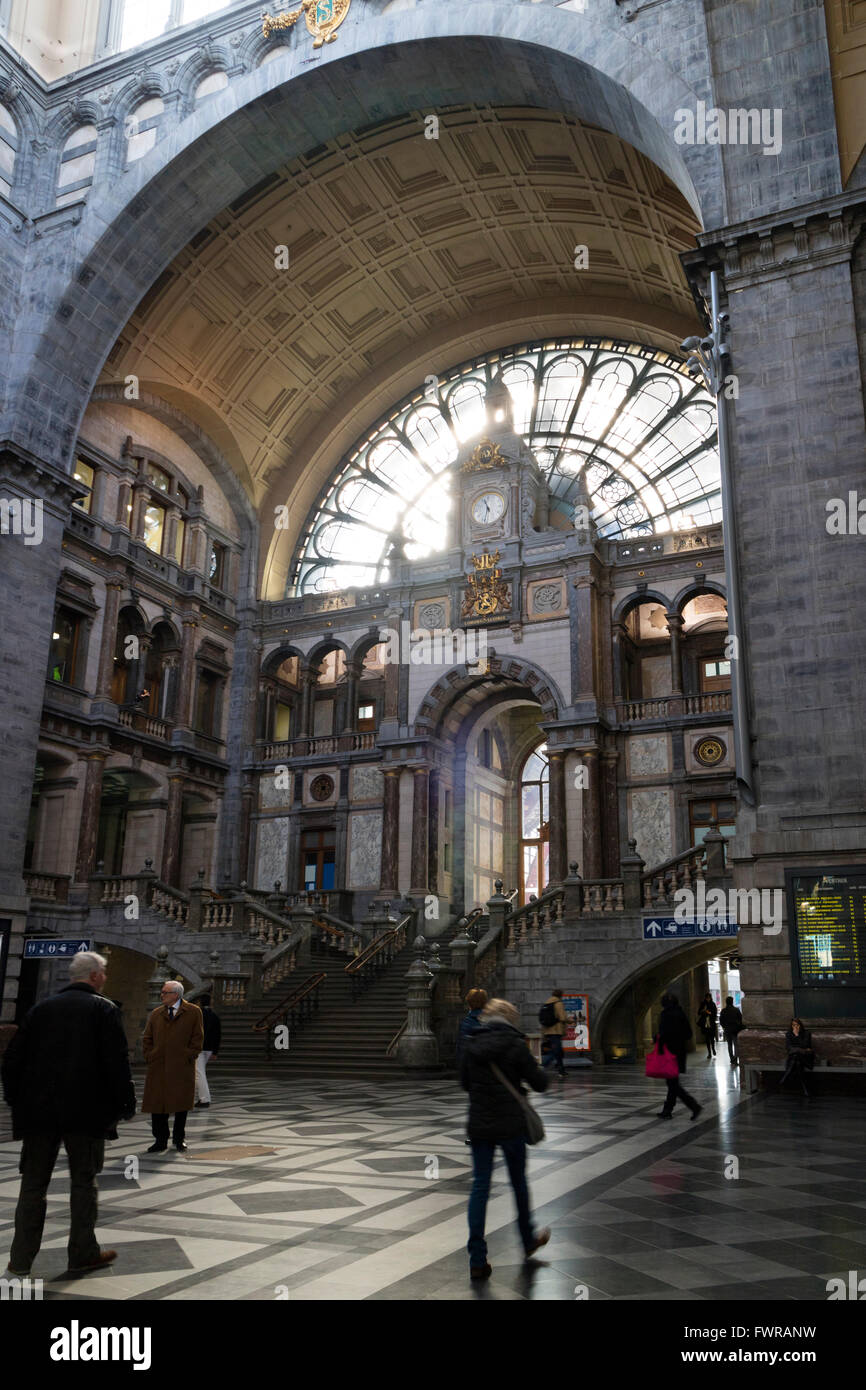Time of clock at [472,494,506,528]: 11:32
